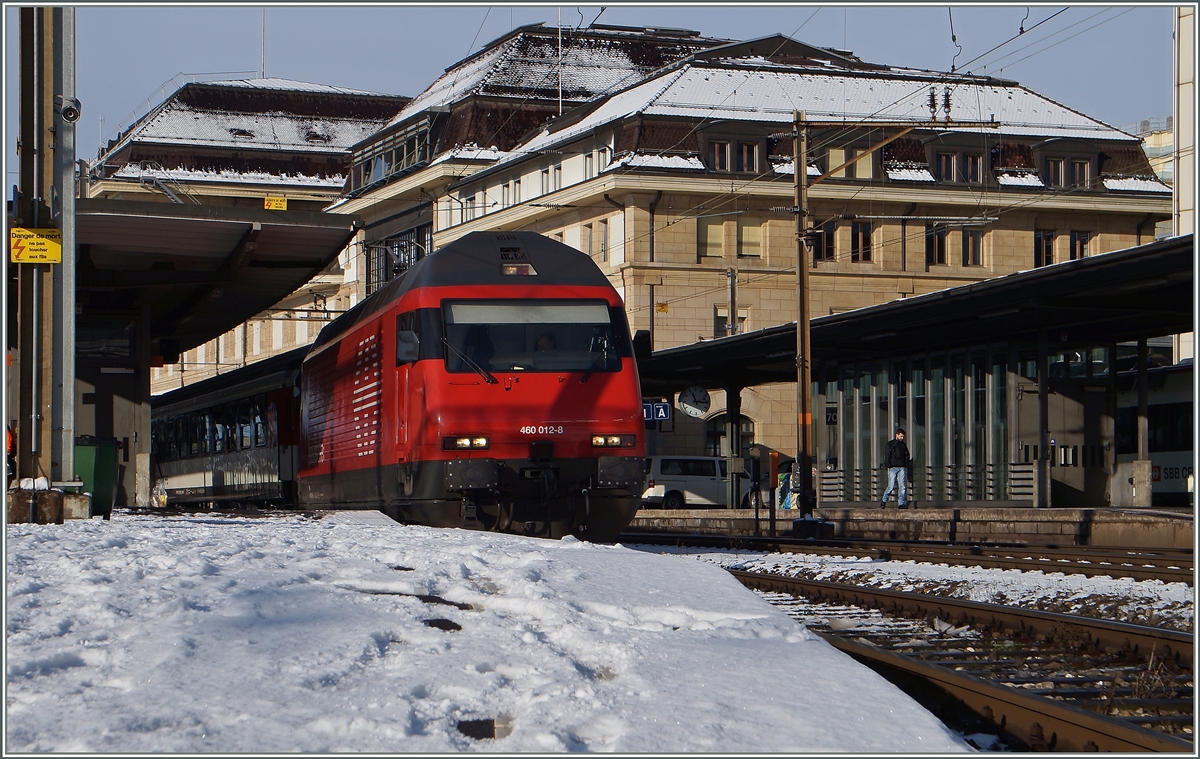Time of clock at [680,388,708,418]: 11:15
